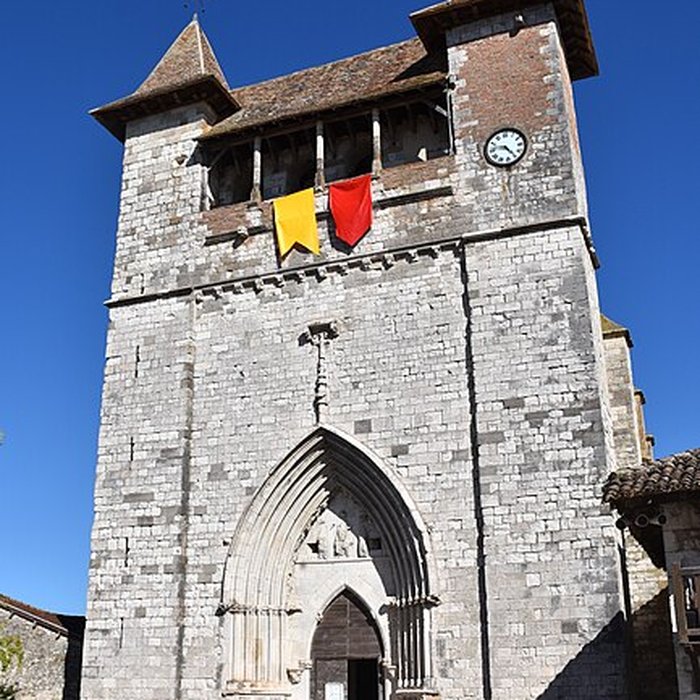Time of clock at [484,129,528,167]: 4:46
